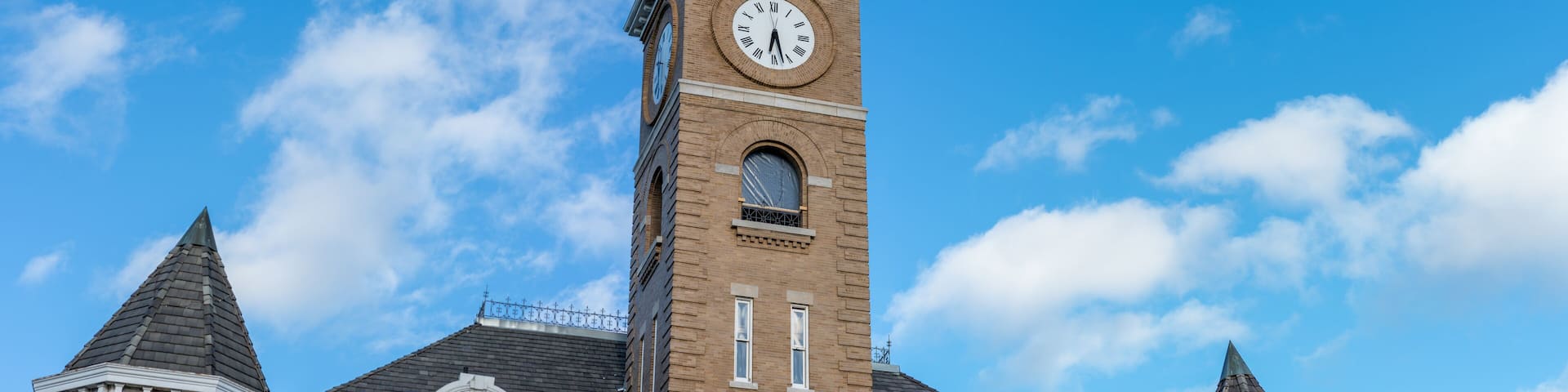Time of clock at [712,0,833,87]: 6:27
